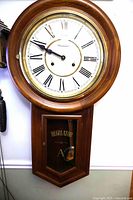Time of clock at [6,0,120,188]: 9:49
